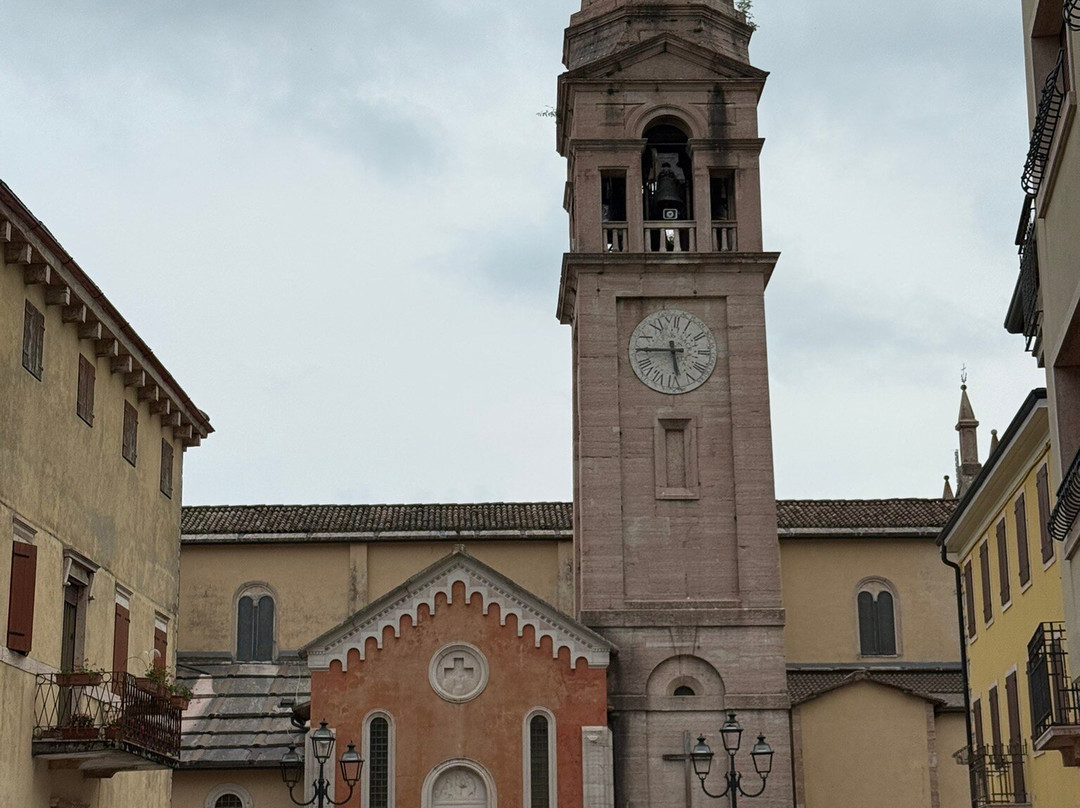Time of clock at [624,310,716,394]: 5:45
